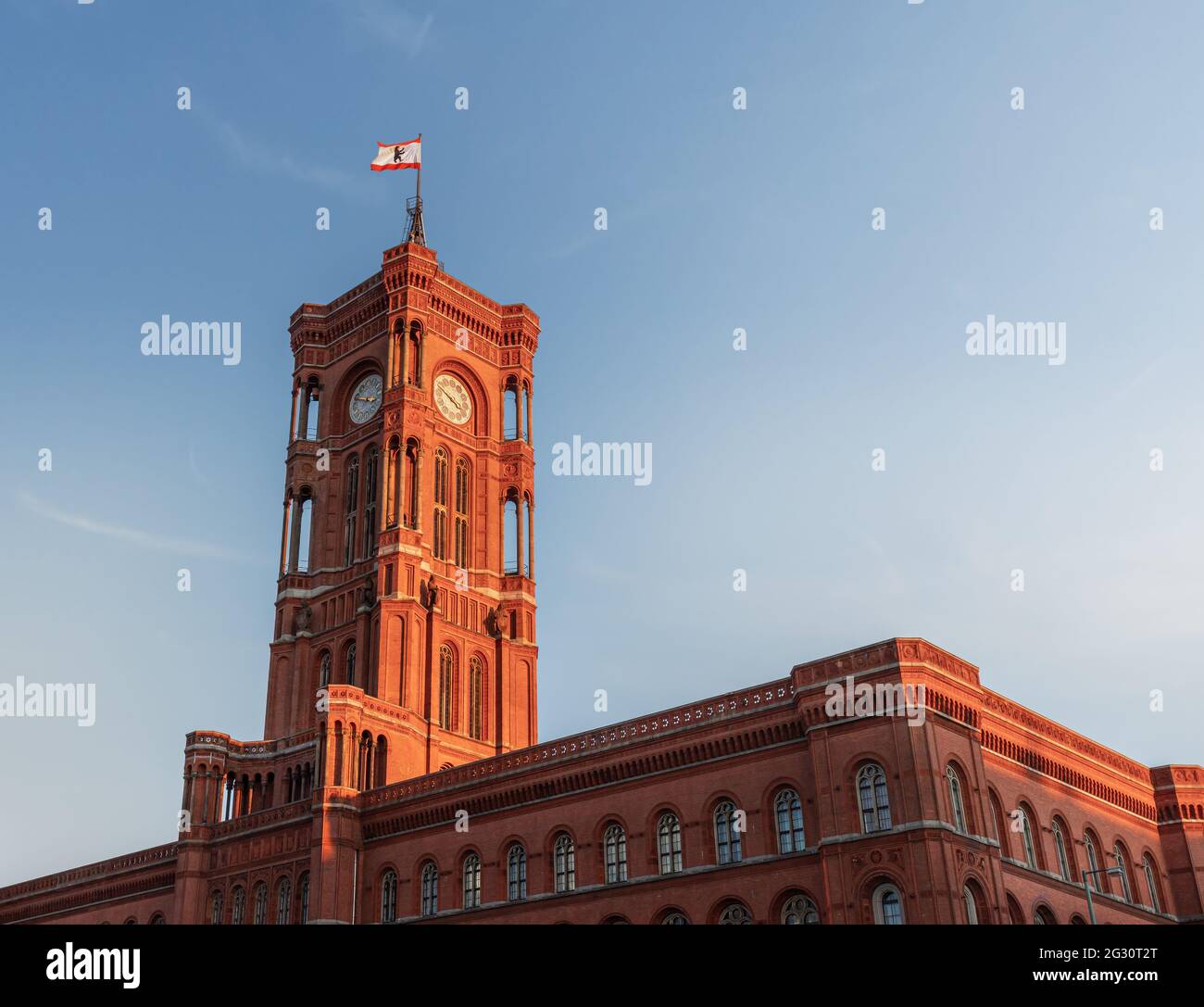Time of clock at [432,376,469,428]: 3:49
